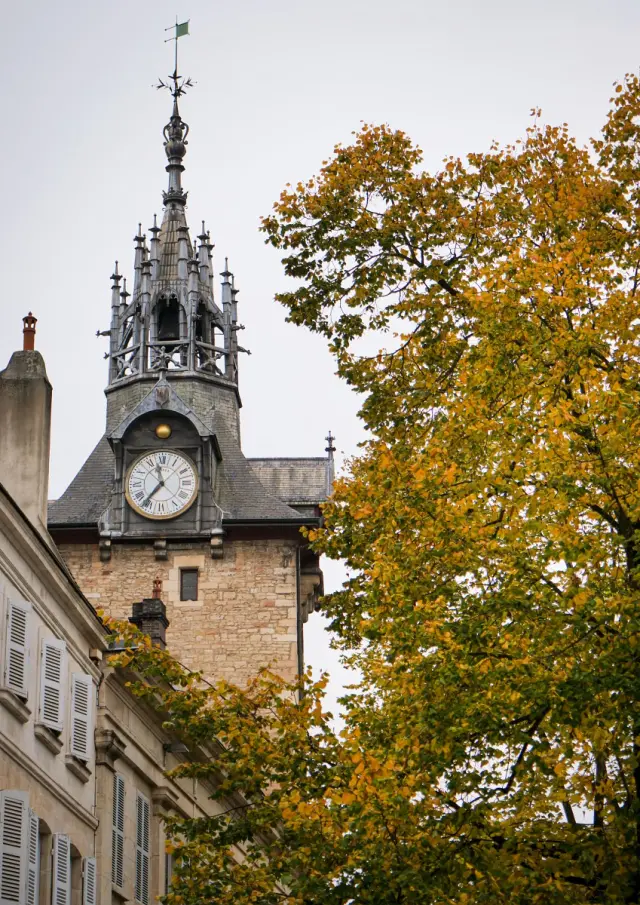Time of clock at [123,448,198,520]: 11:36
